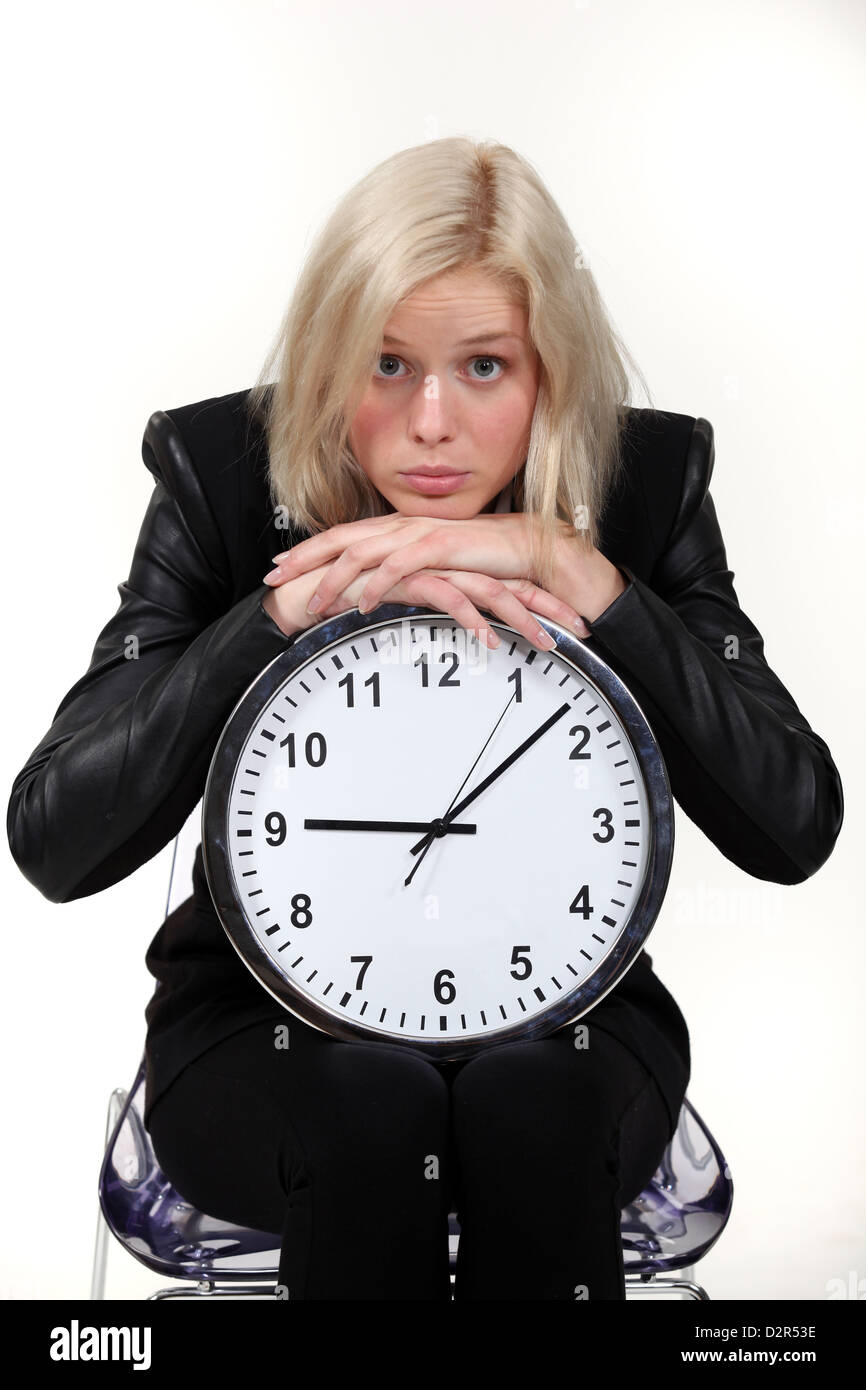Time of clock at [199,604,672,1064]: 9:08
